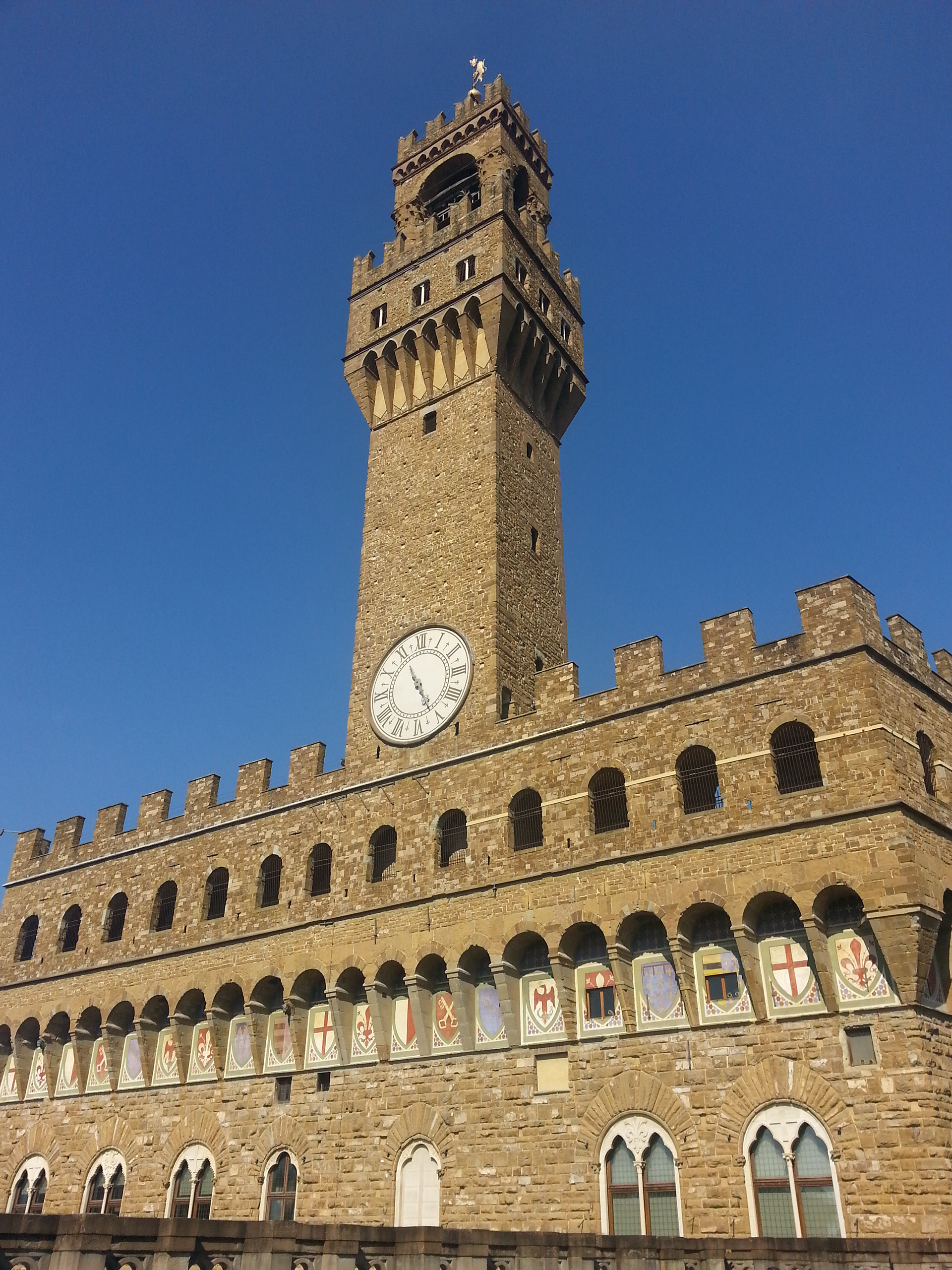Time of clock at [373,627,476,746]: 4:55
